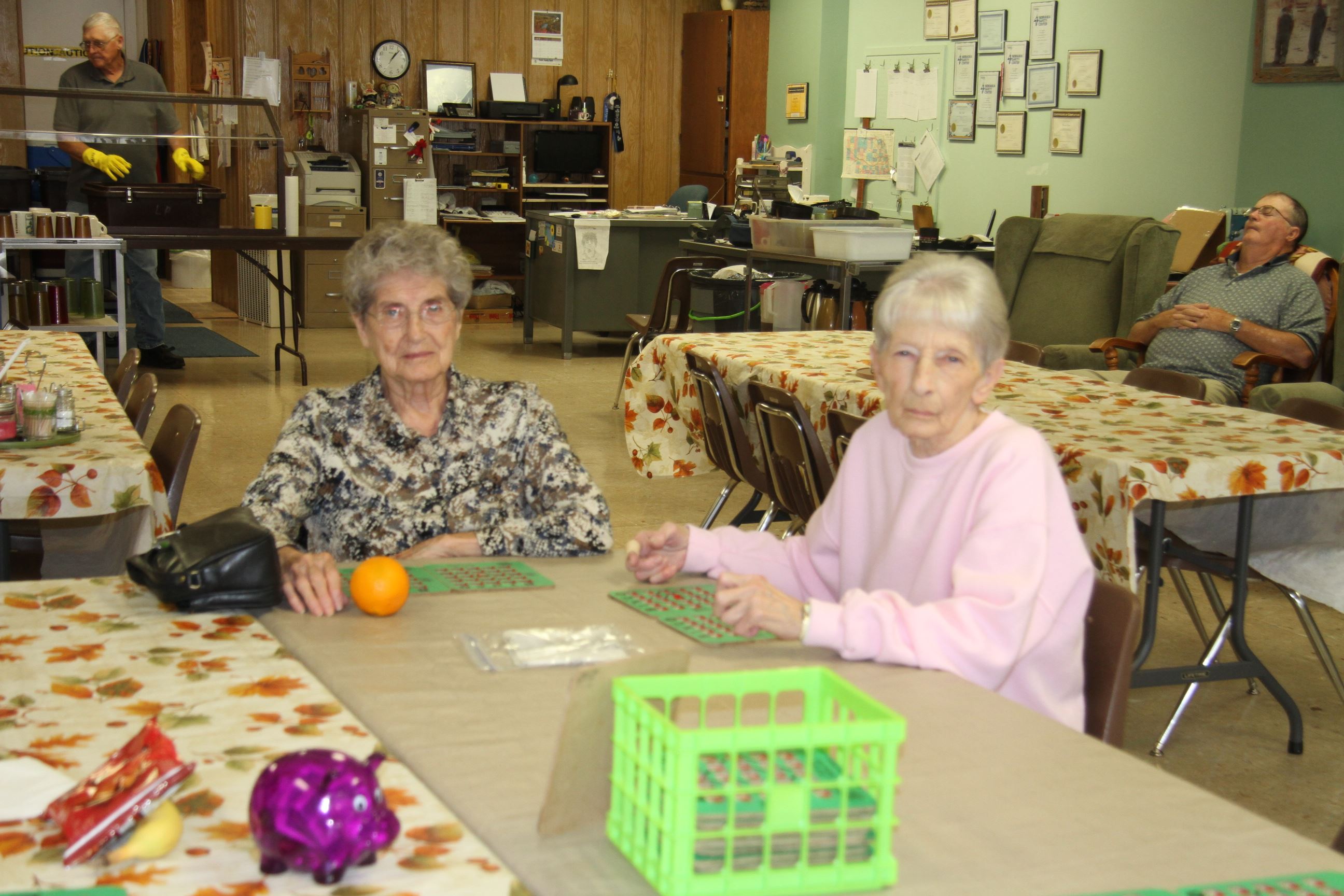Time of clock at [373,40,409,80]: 1:07
